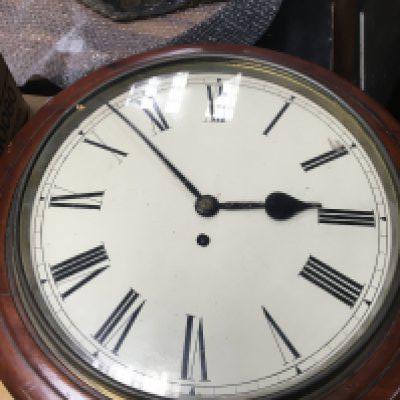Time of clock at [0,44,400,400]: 2:52
